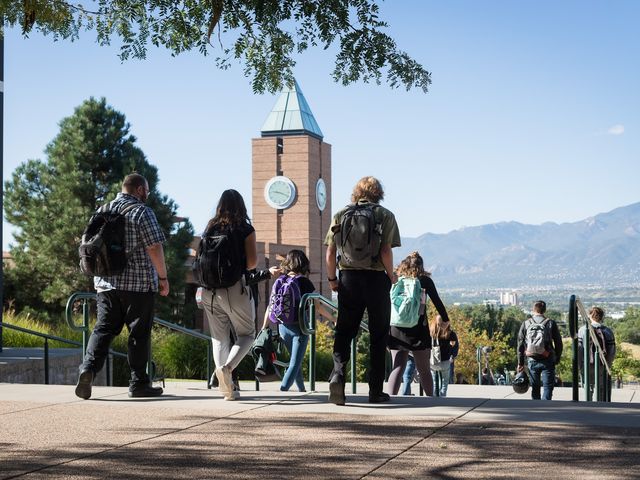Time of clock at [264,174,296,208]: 9:18
